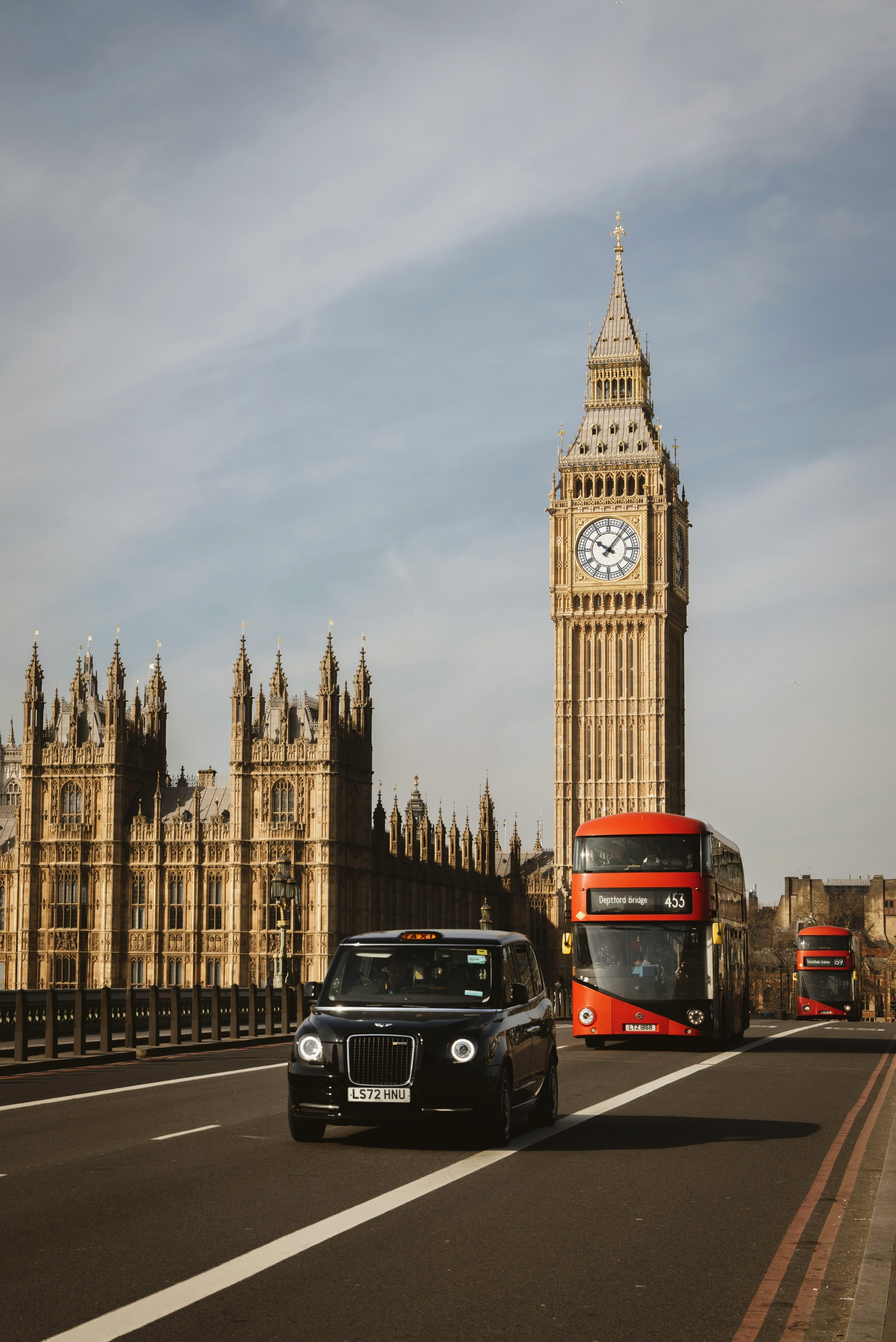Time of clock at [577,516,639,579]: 10:06
